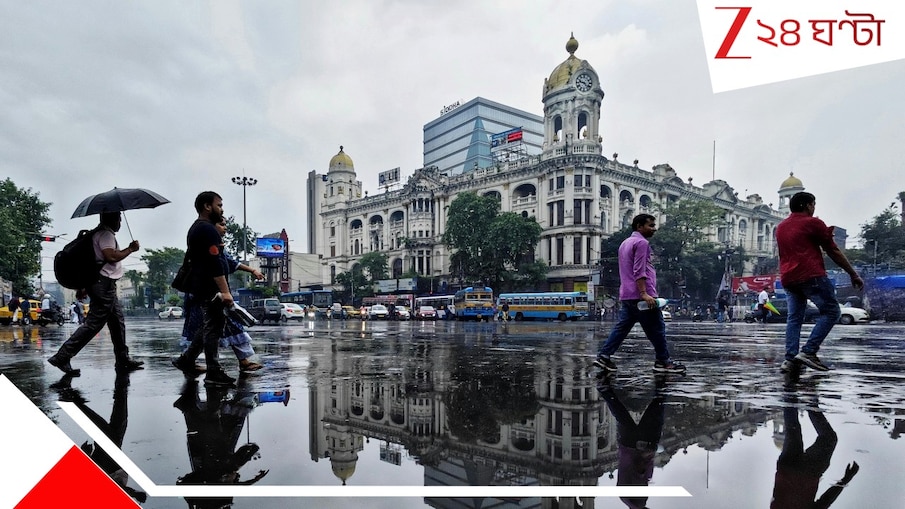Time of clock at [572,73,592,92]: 9:22
